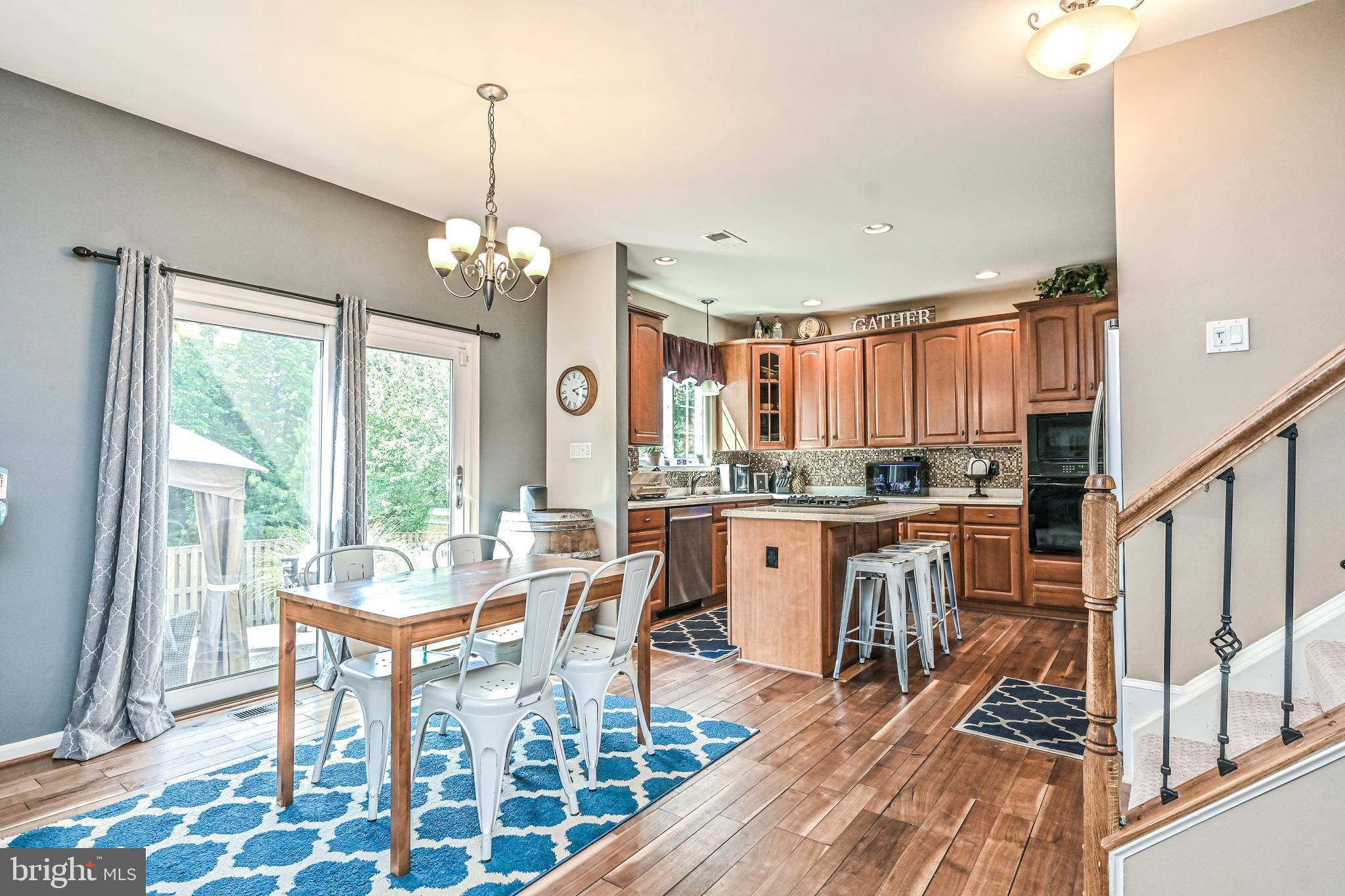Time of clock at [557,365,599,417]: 4:12
